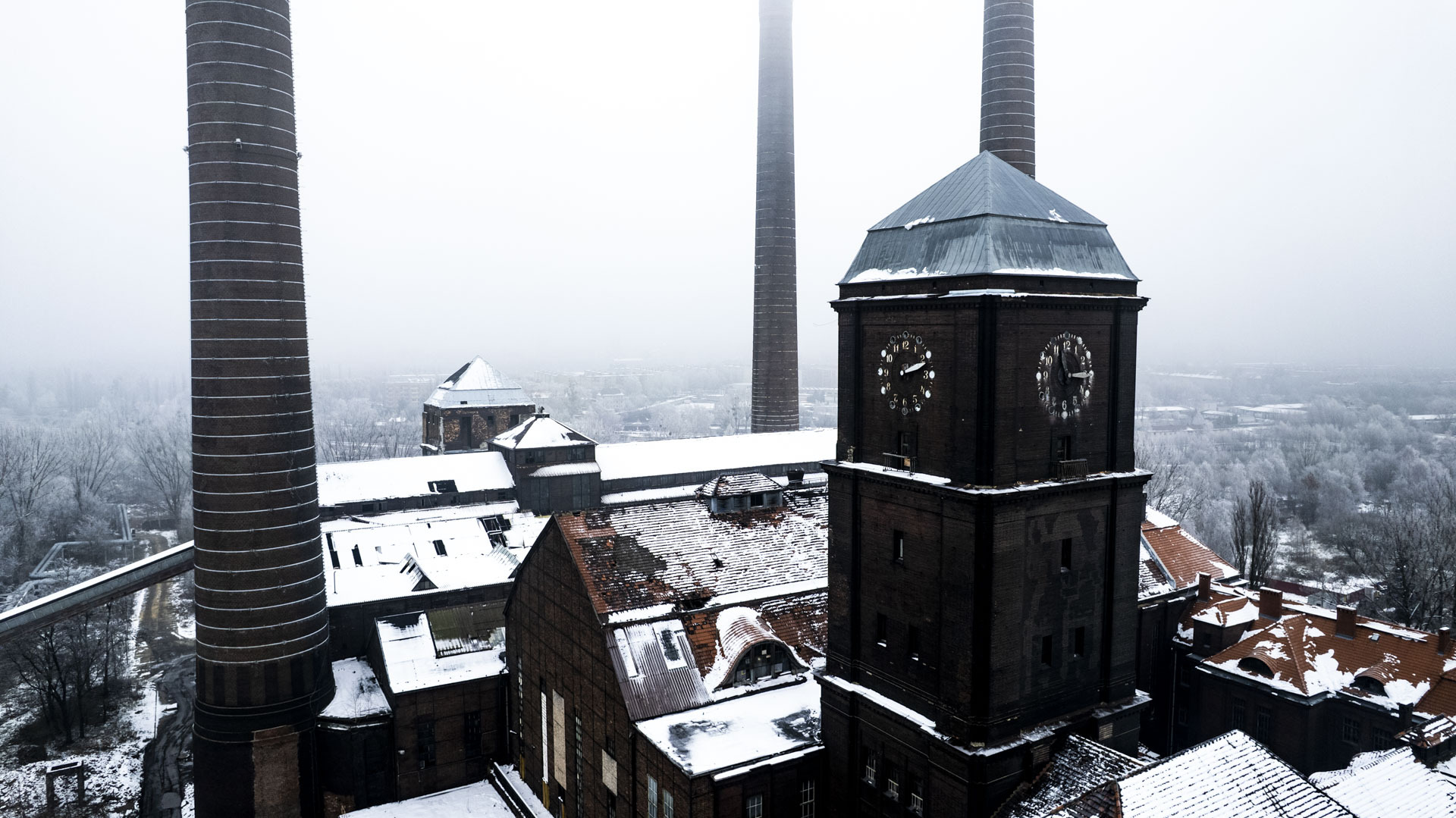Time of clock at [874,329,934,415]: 2:11
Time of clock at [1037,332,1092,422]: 2:57
